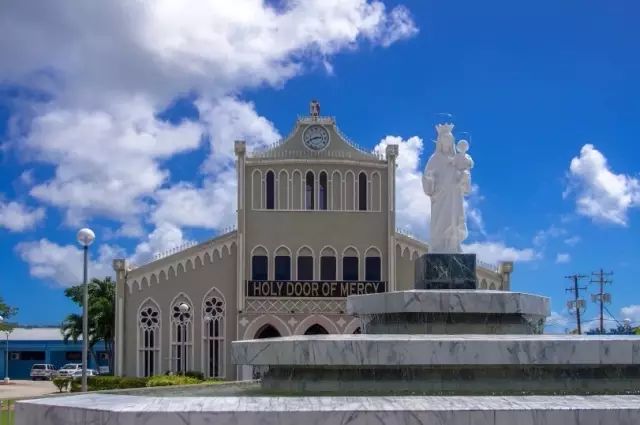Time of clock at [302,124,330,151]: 2:41
